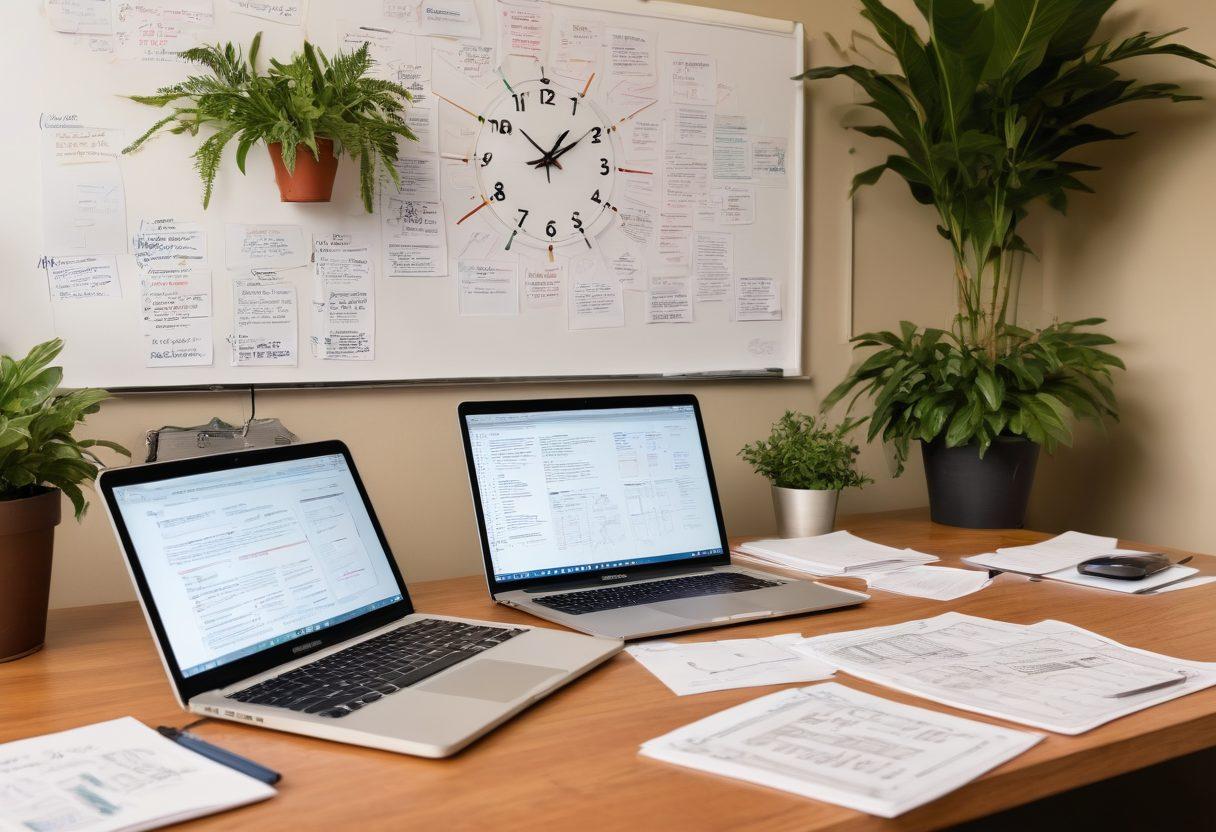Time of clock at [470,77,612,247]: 1:09
